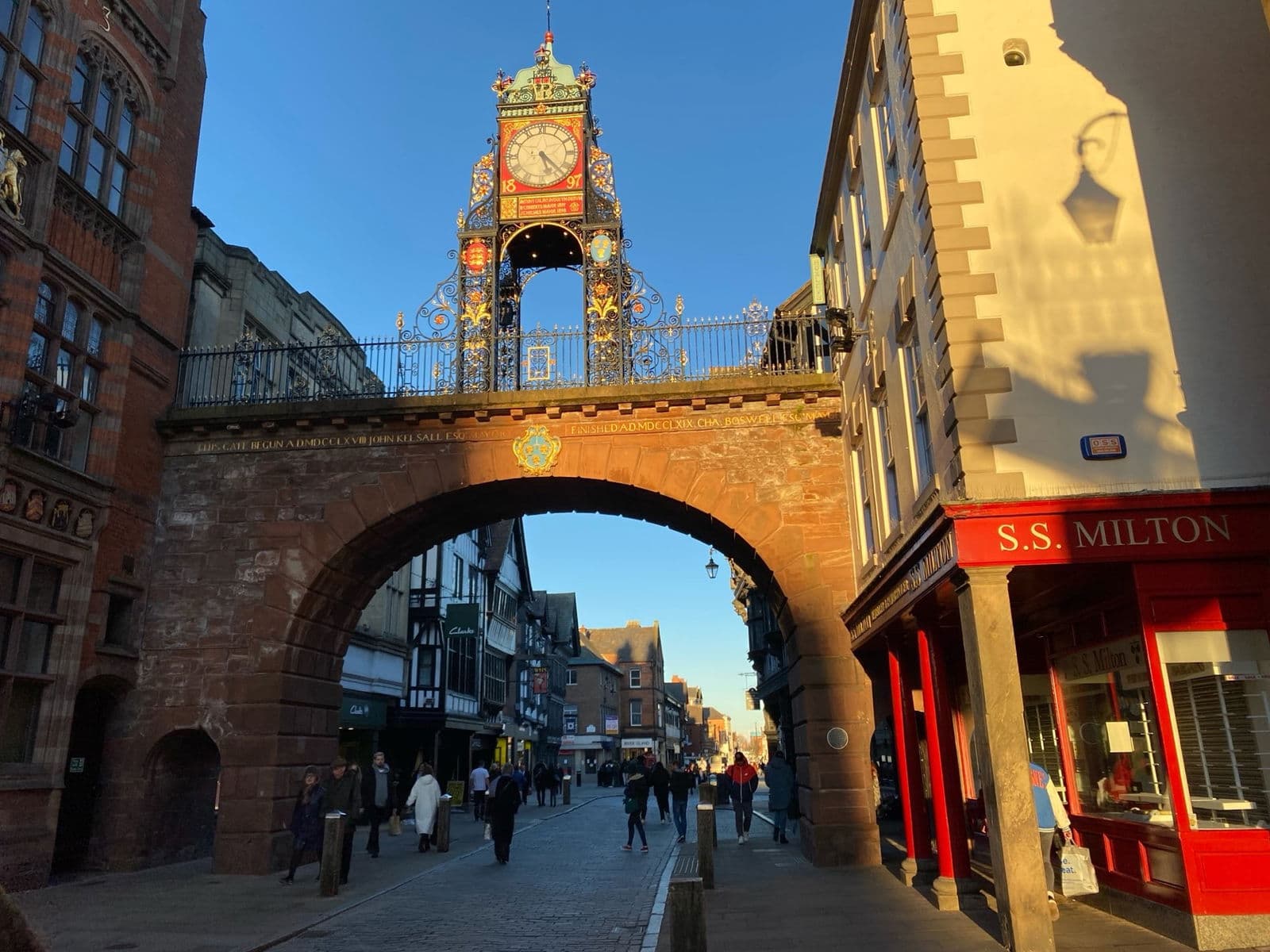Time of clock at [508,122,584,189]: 5:22
